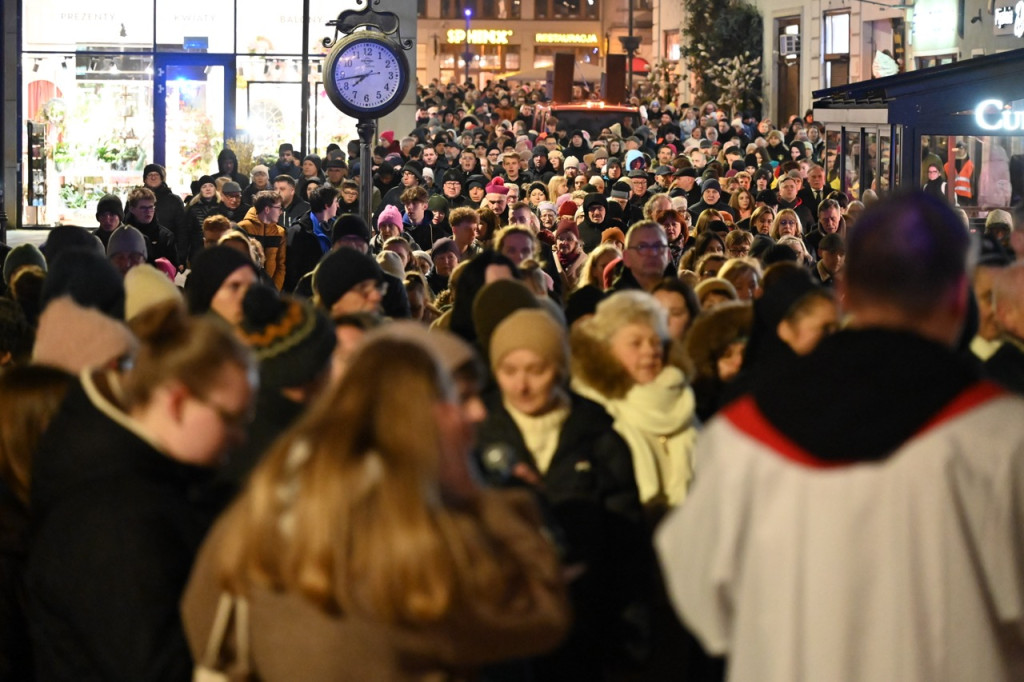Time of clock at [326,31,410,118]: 7:43
